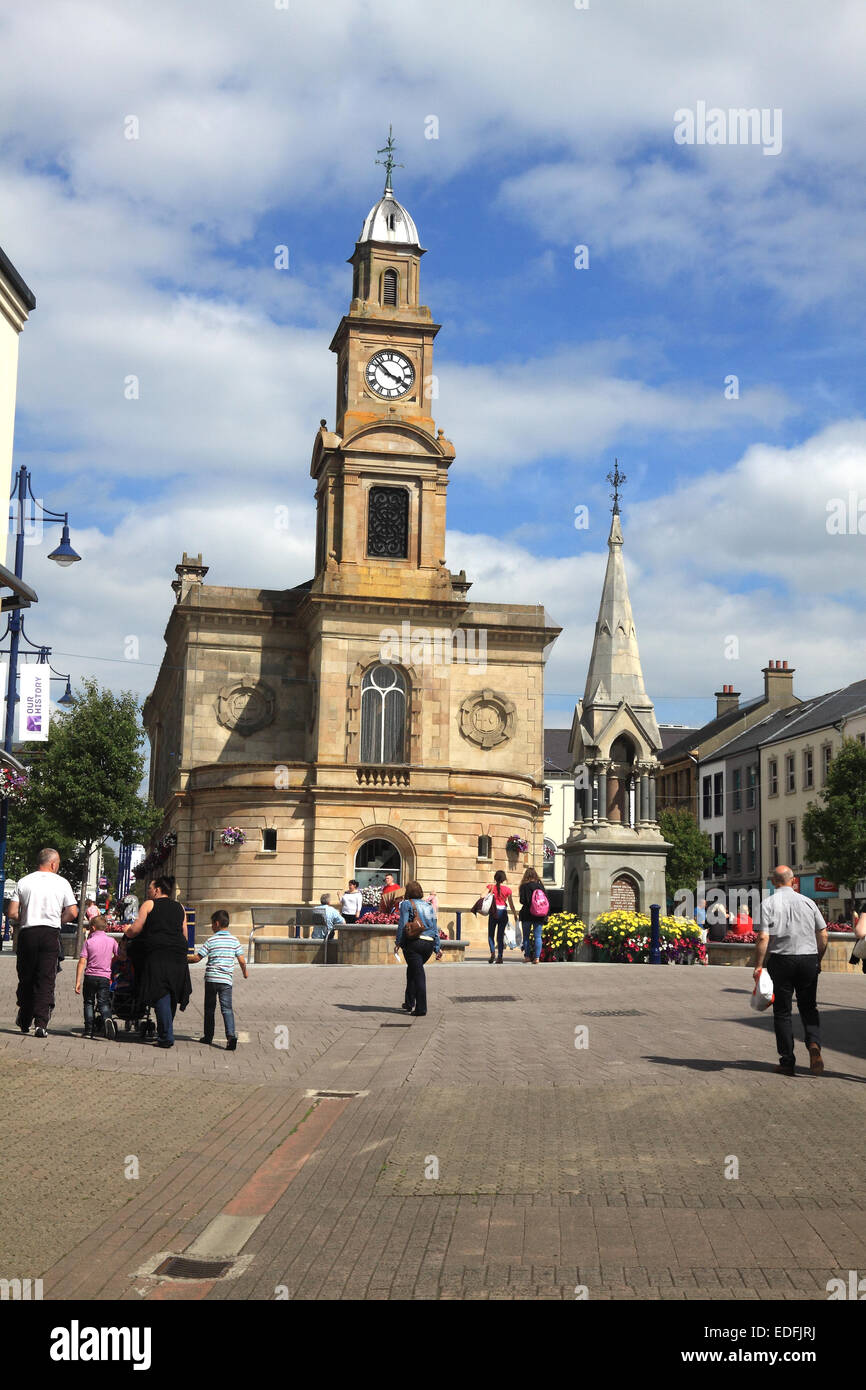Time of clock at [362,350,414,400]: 3:52
